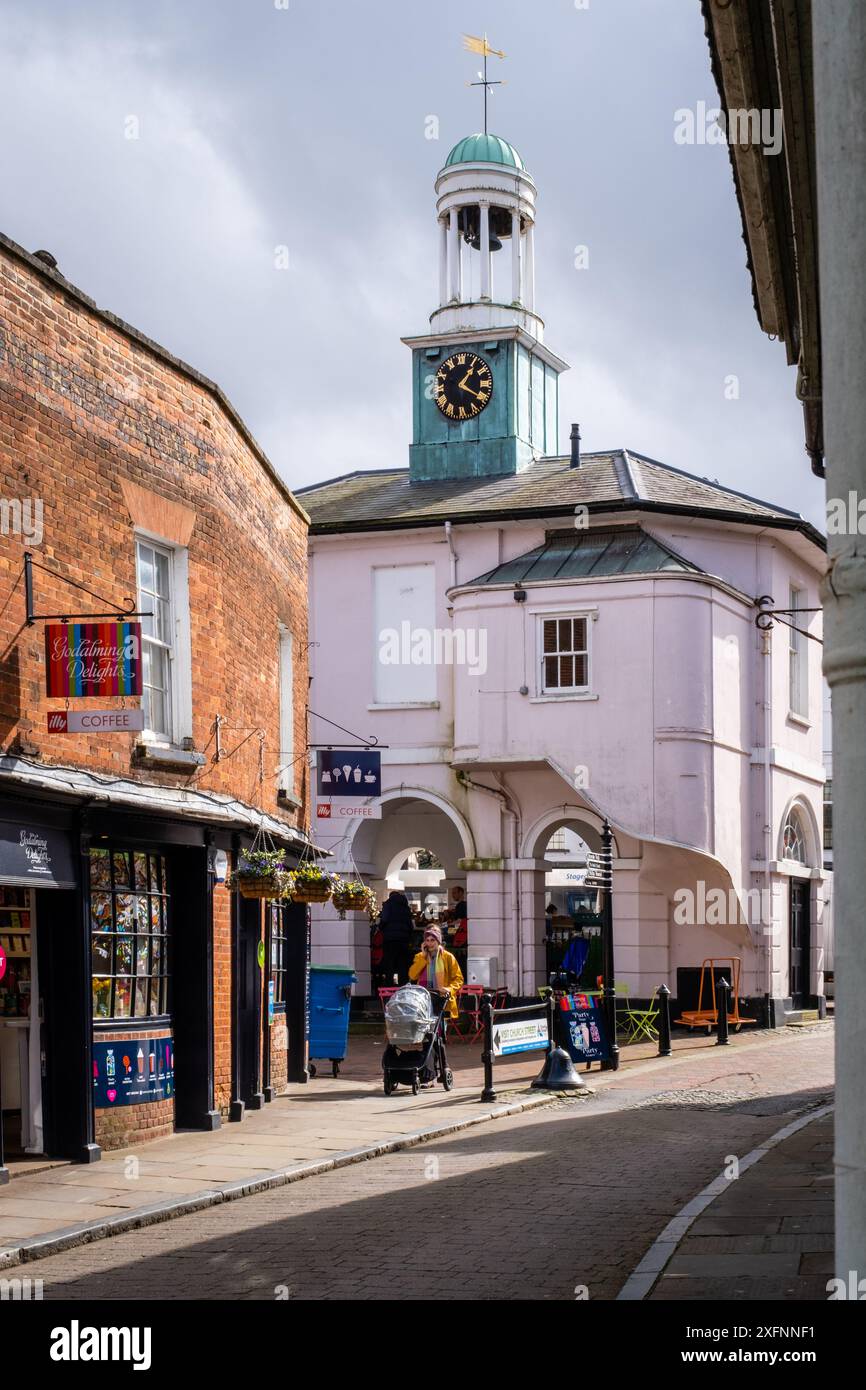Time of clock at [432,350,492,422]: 1:20
